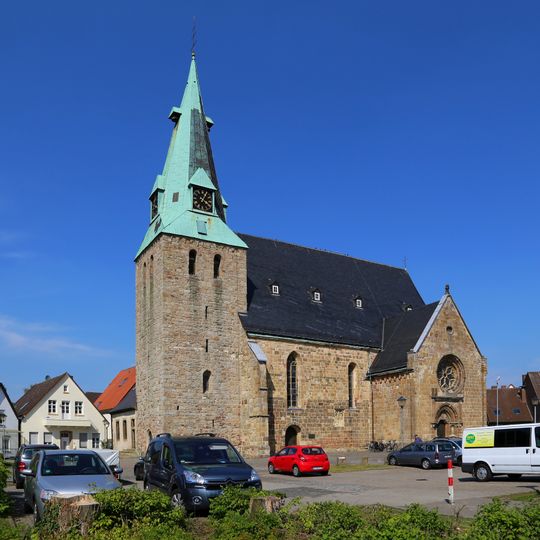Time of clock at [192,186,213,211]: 4:04
